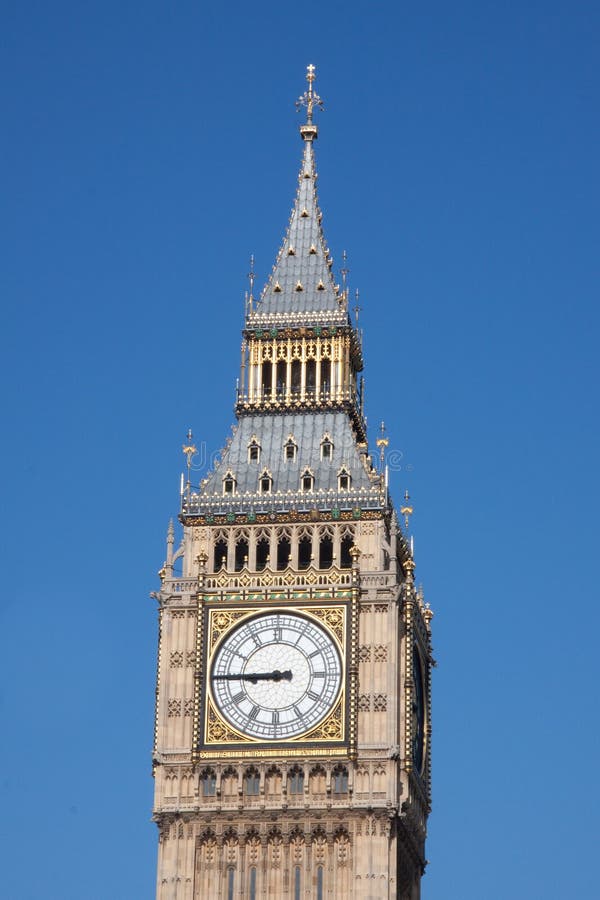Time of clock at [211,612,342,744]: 8:44
